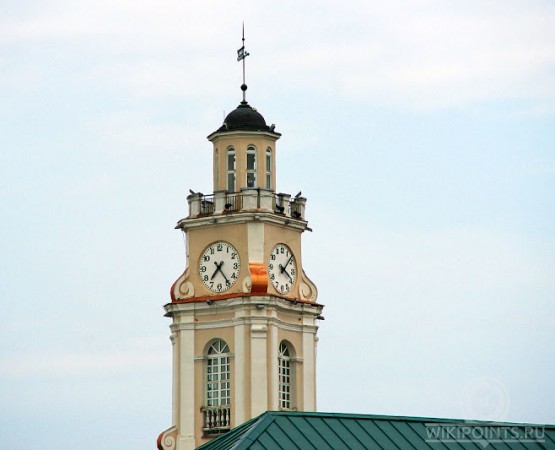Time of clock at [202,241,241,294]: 7:24
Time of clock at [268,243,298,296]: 4:07
